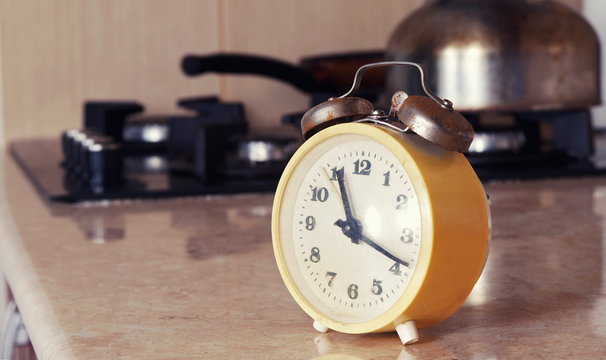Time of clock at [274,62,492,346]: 11:18
